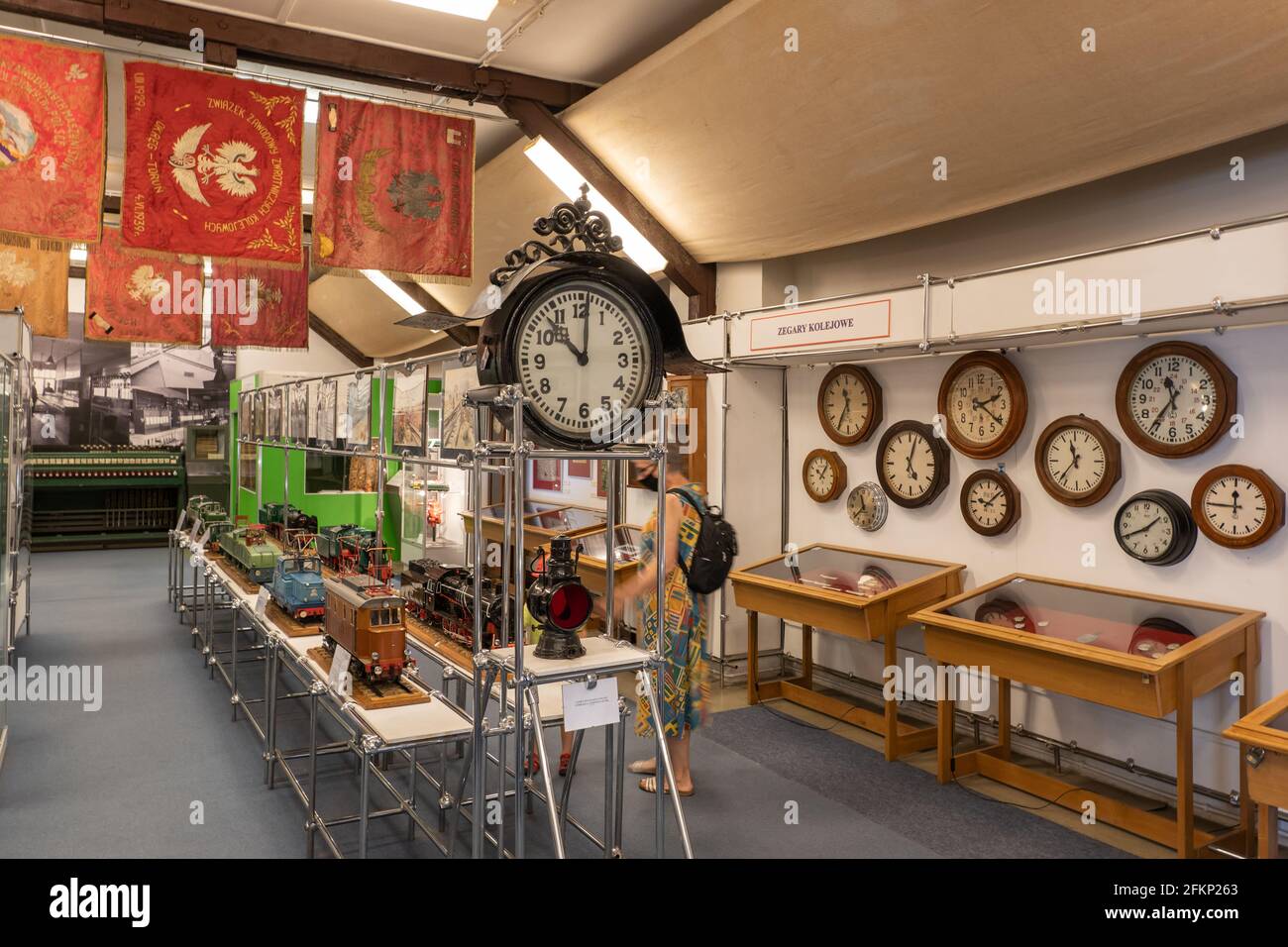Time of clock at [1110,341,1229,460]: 11:35
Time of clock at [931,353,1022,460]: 2:21
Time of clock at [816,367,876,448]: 11:35
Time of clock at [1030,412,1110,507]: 11:36
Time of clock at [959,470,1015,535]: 9:08
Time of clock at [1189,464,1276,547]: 11:45
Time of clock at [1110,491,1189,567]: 1:40
